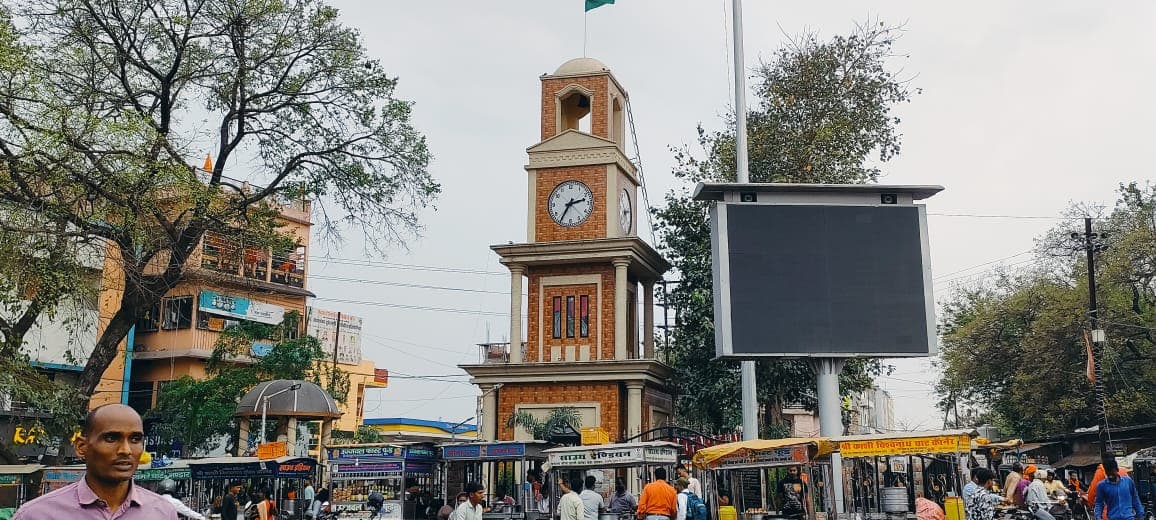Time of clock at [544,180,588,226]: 2:35
